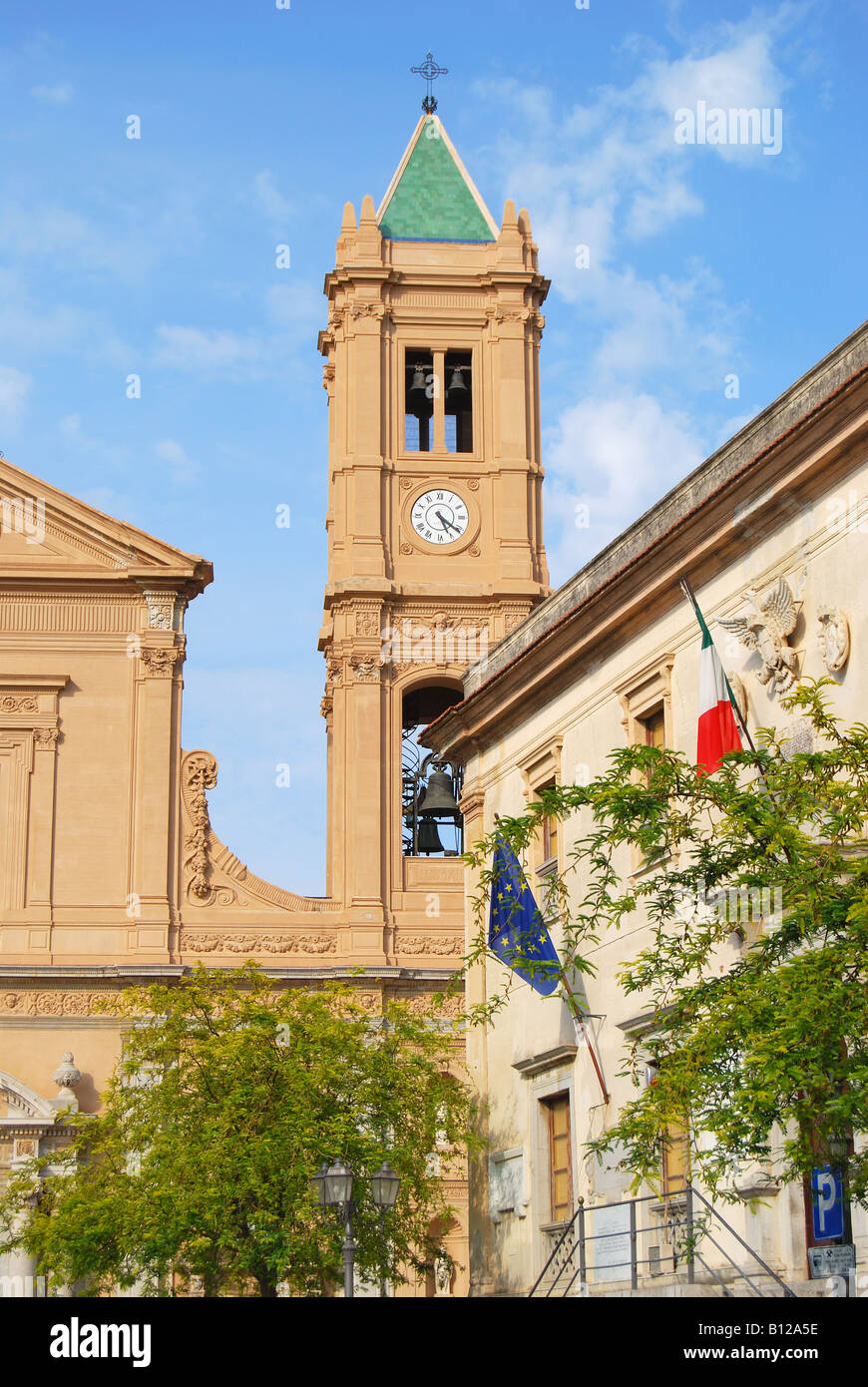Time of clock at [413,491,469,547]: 5:21
